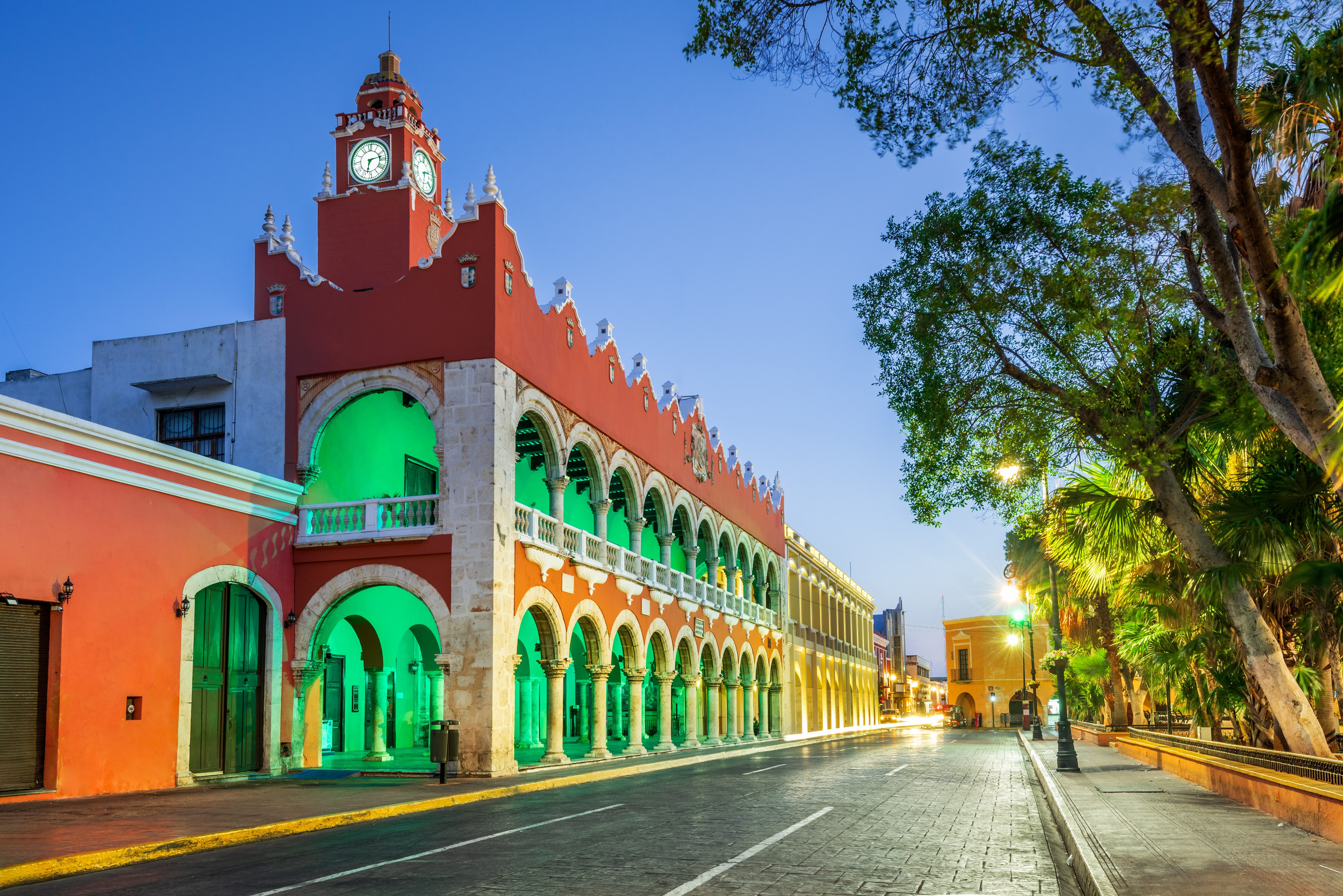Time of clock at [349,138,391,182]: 2:32
